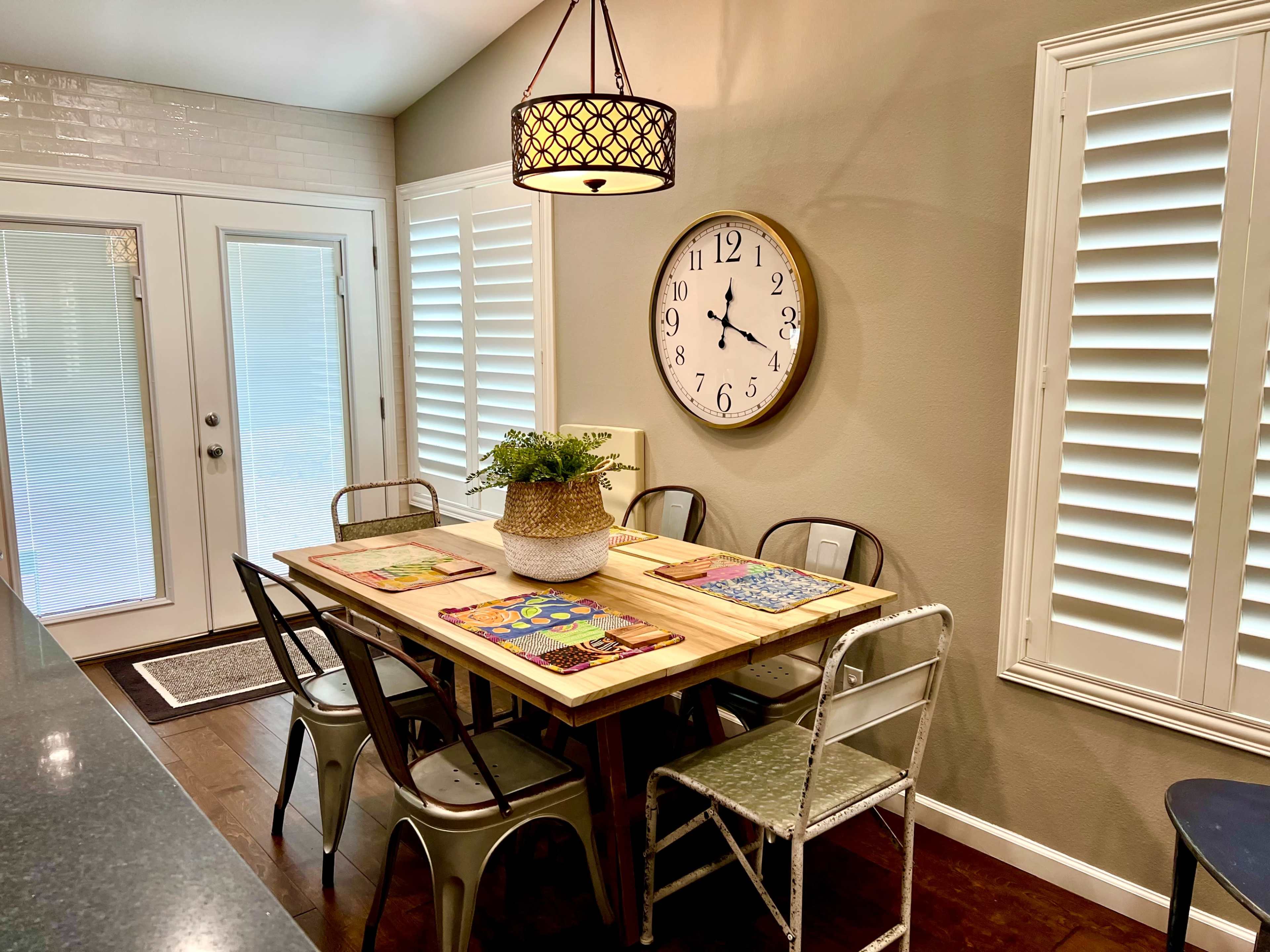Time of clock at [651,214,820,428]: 12:18
